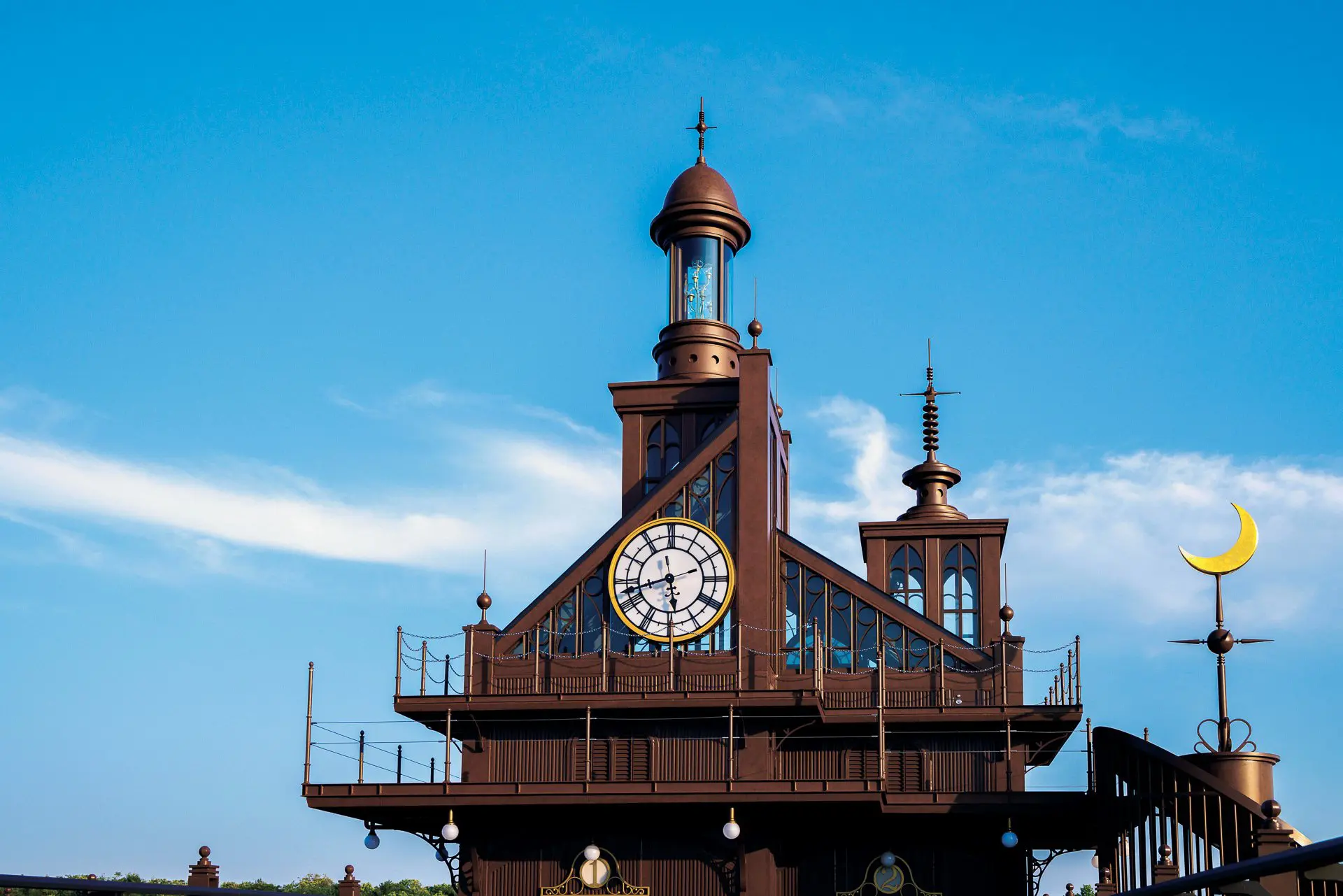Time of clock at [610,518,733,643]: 5:42
